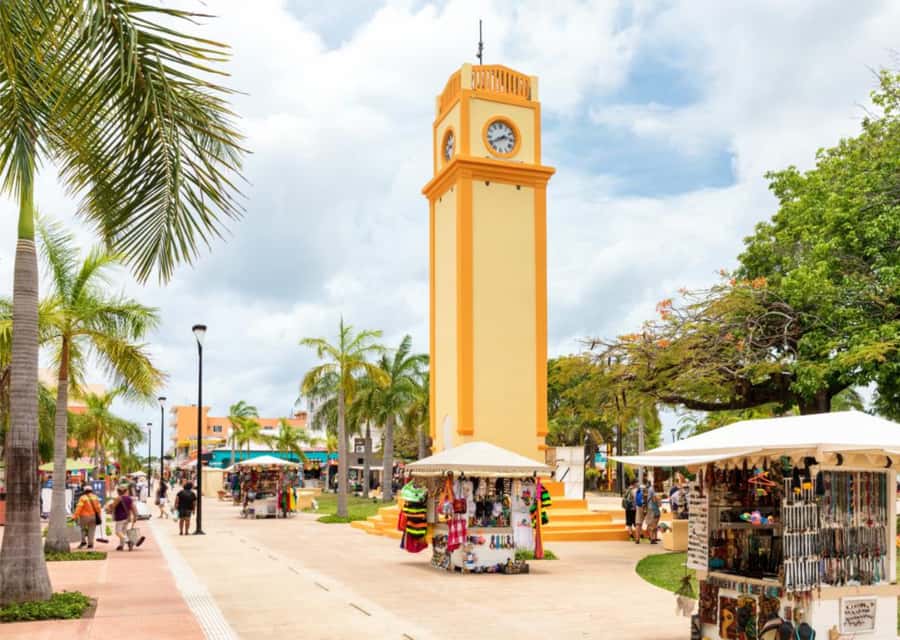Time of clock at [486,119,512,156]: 2:40
